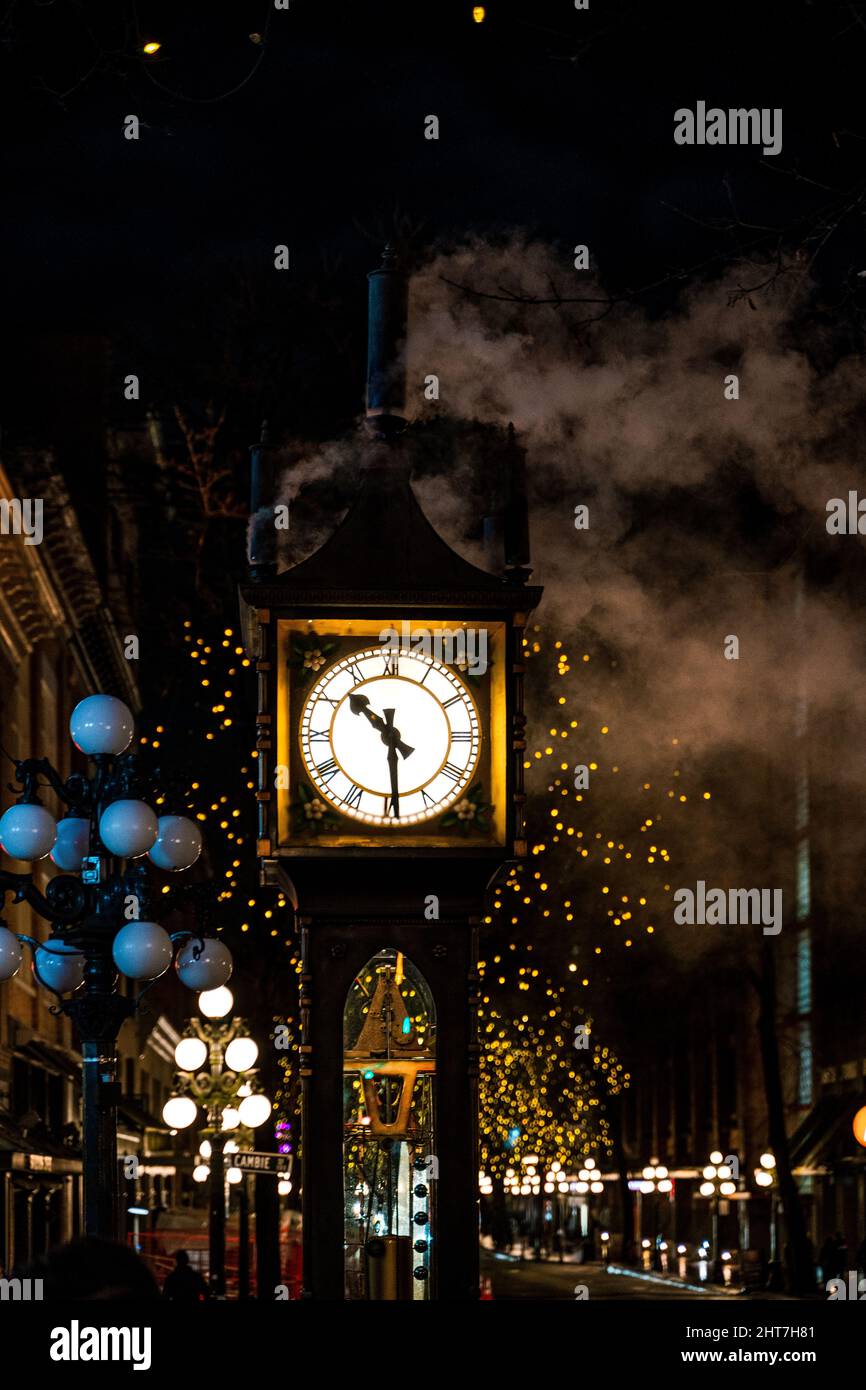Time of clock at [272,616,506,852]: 10:29
